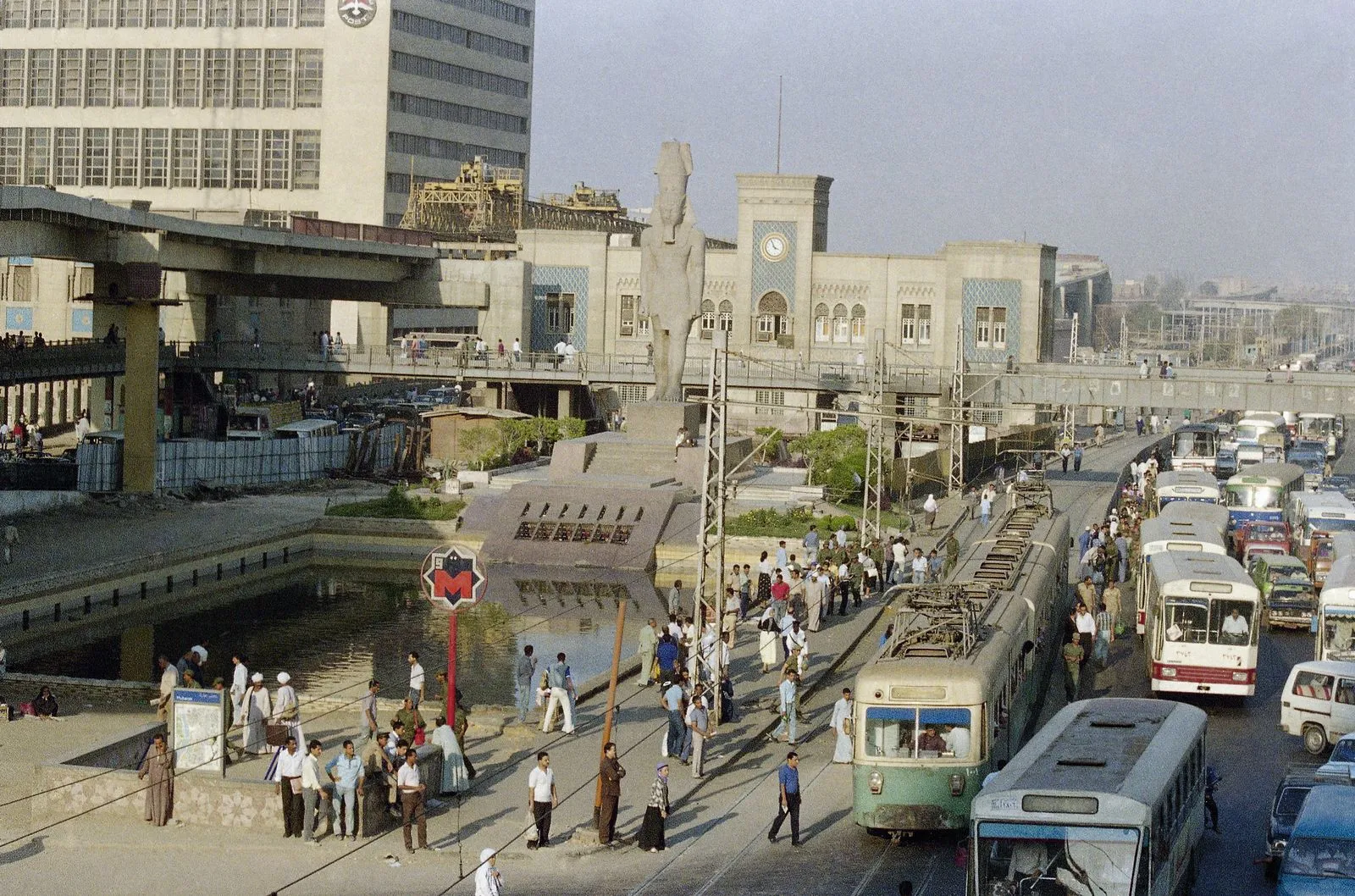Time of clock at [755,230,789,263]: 3:56
